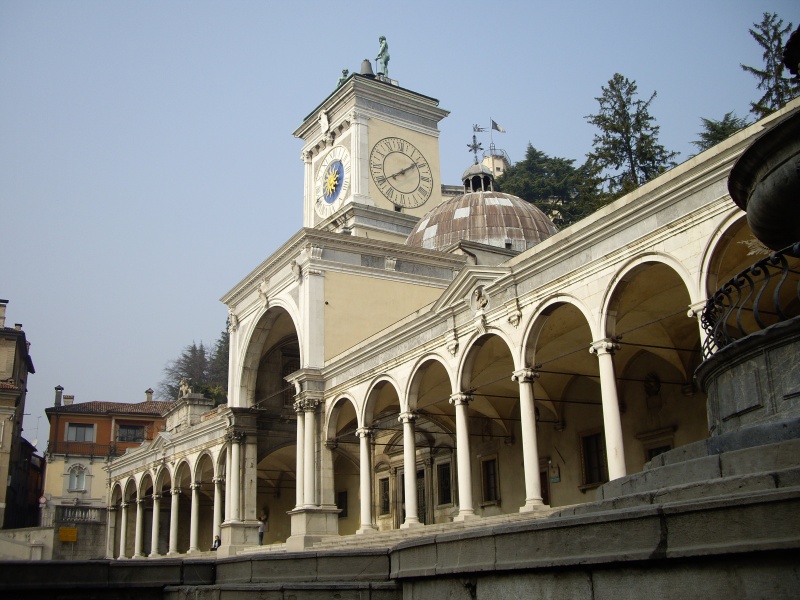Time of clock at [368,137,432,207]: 1:39
